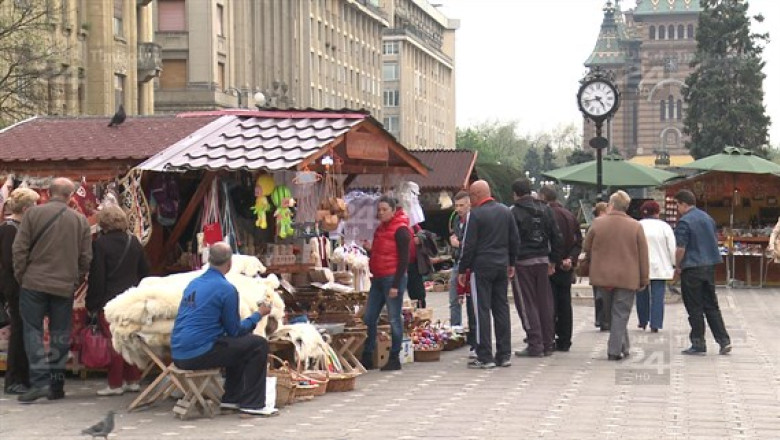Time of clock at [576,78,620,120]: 4:42
